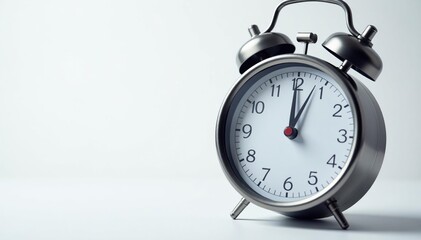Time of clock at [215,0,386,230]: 12:03
